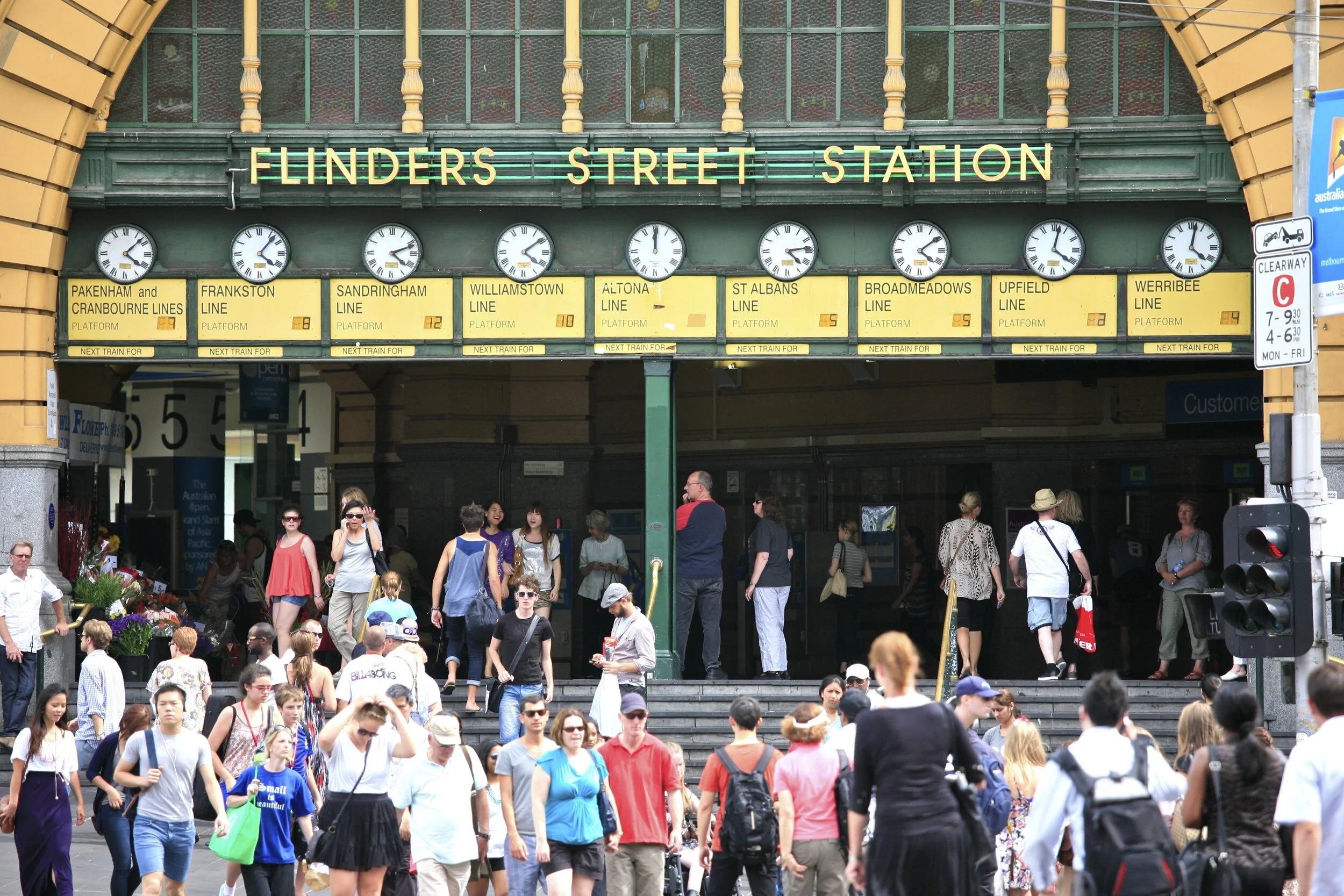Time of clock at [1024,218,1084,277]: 4:02
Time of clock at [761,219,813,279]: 4:13
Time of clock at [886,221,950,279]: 4:09
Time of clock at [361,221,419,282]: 4:11
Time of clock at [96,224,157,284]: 4:07
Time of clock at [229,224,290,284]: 4:06
